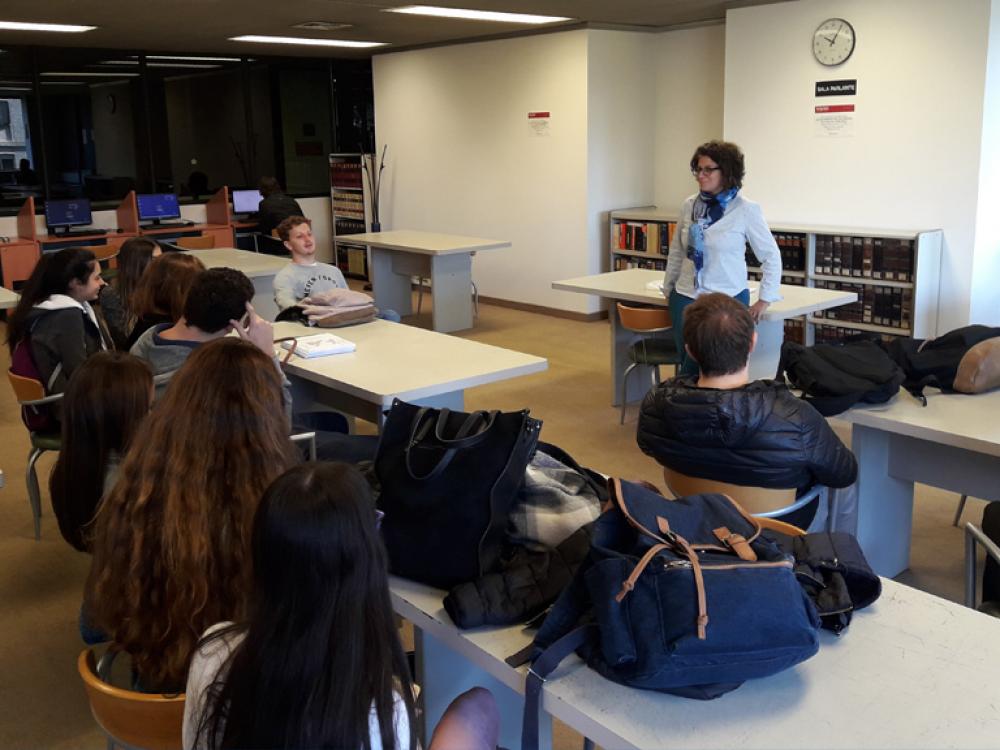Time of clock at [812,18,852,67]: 10:05
